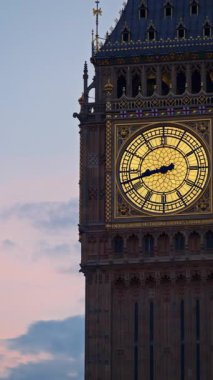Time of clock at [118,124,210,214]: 8:42
